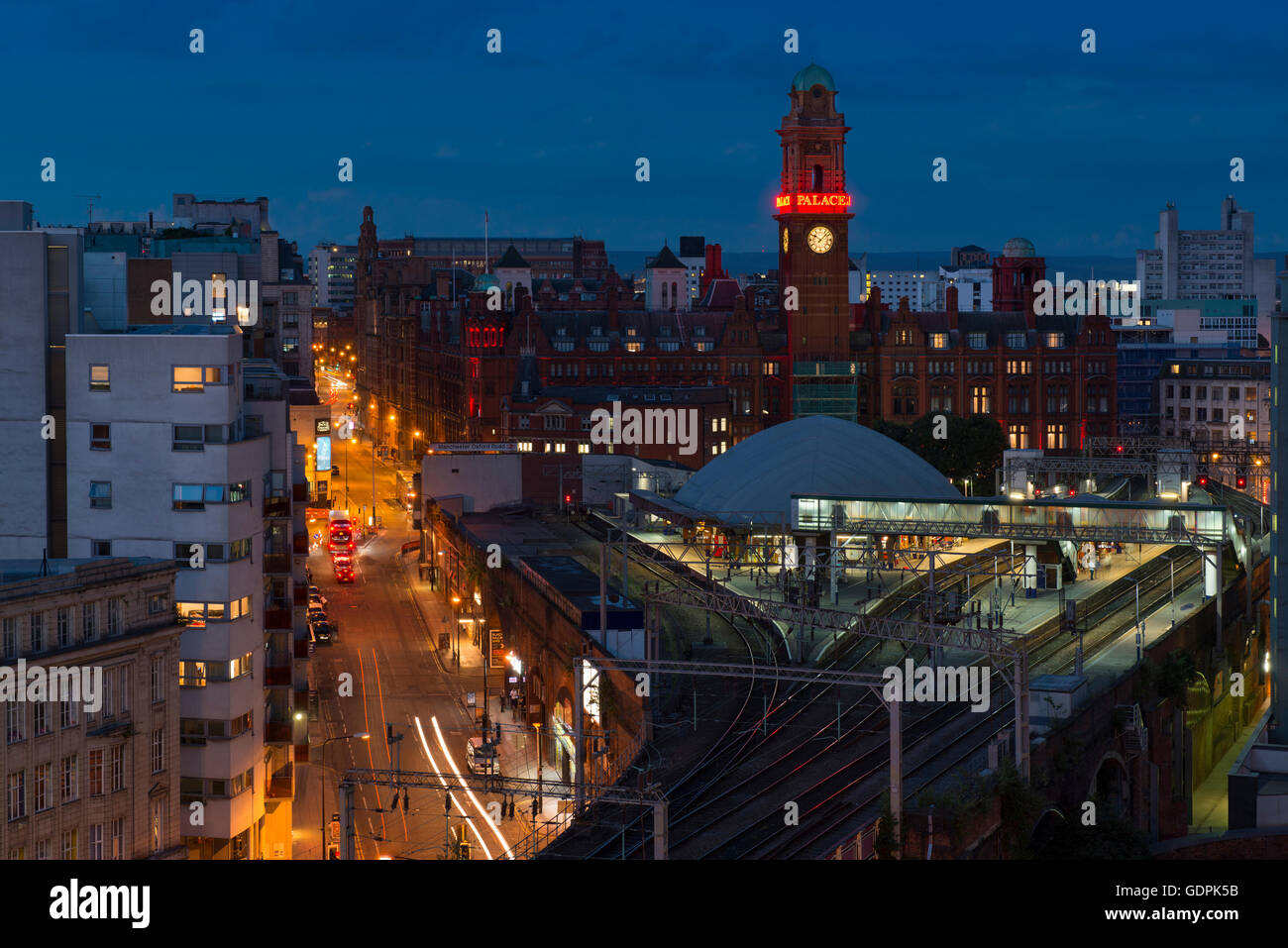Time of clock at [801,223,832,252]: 10:07
